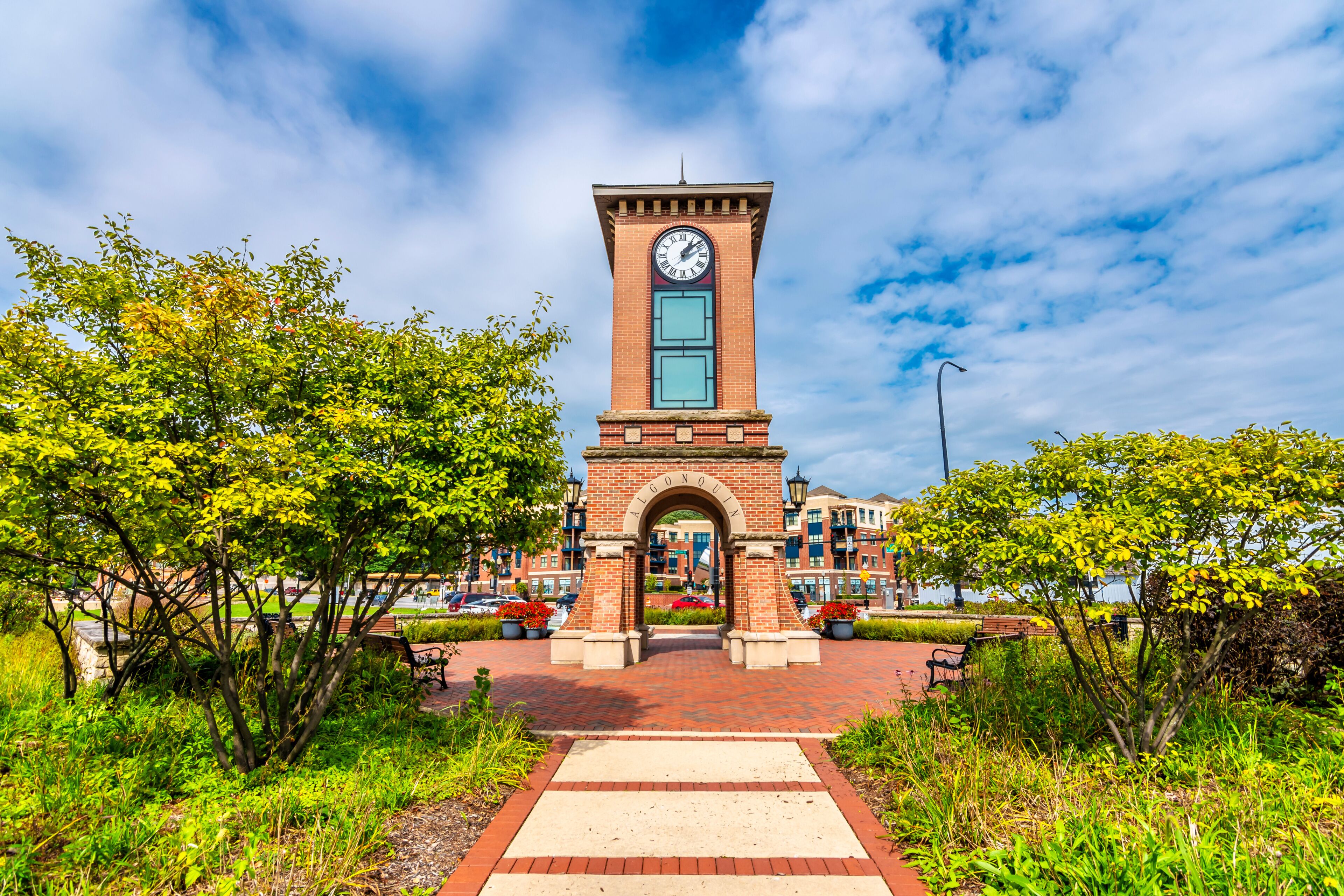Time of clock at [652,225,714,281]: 1:08
